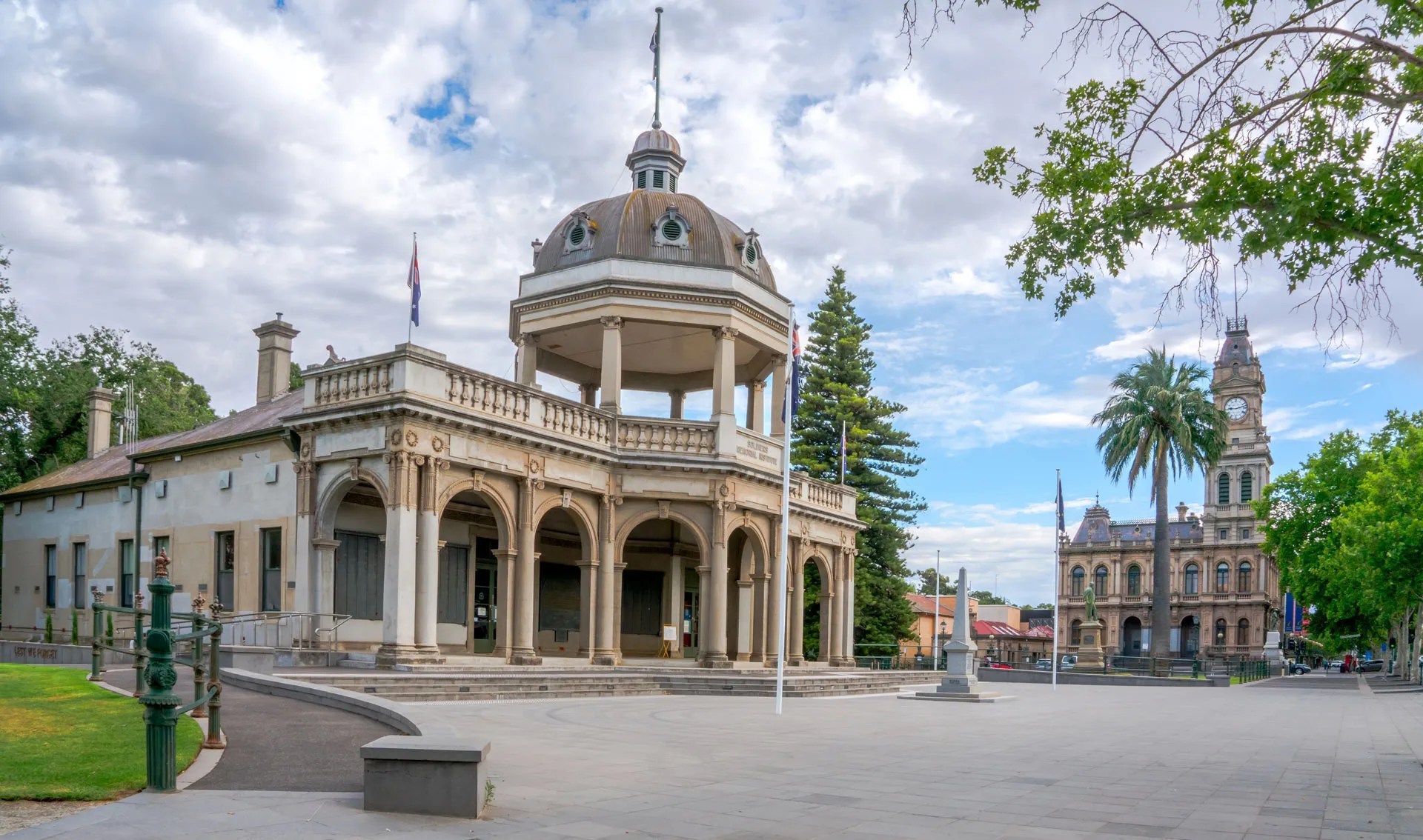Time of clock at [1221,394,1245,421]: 9:12
